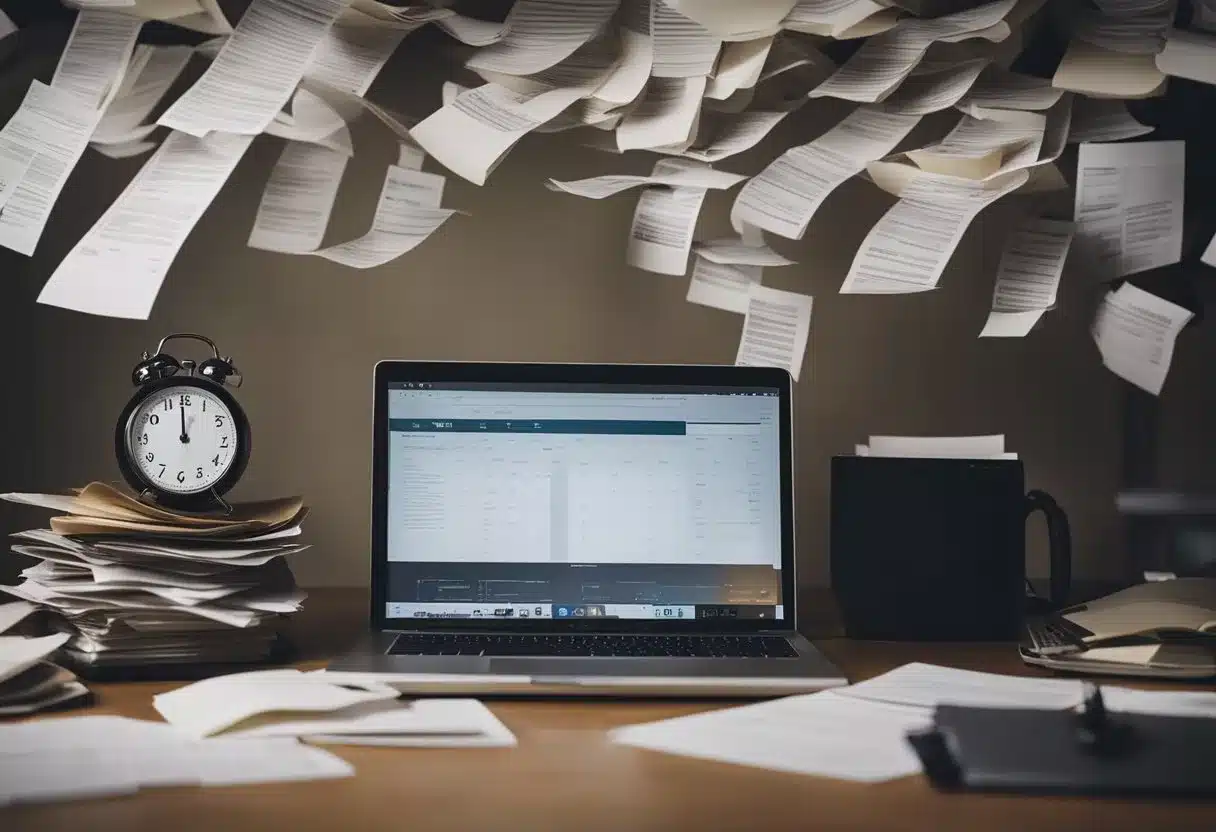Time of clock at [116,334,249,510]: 11:59
